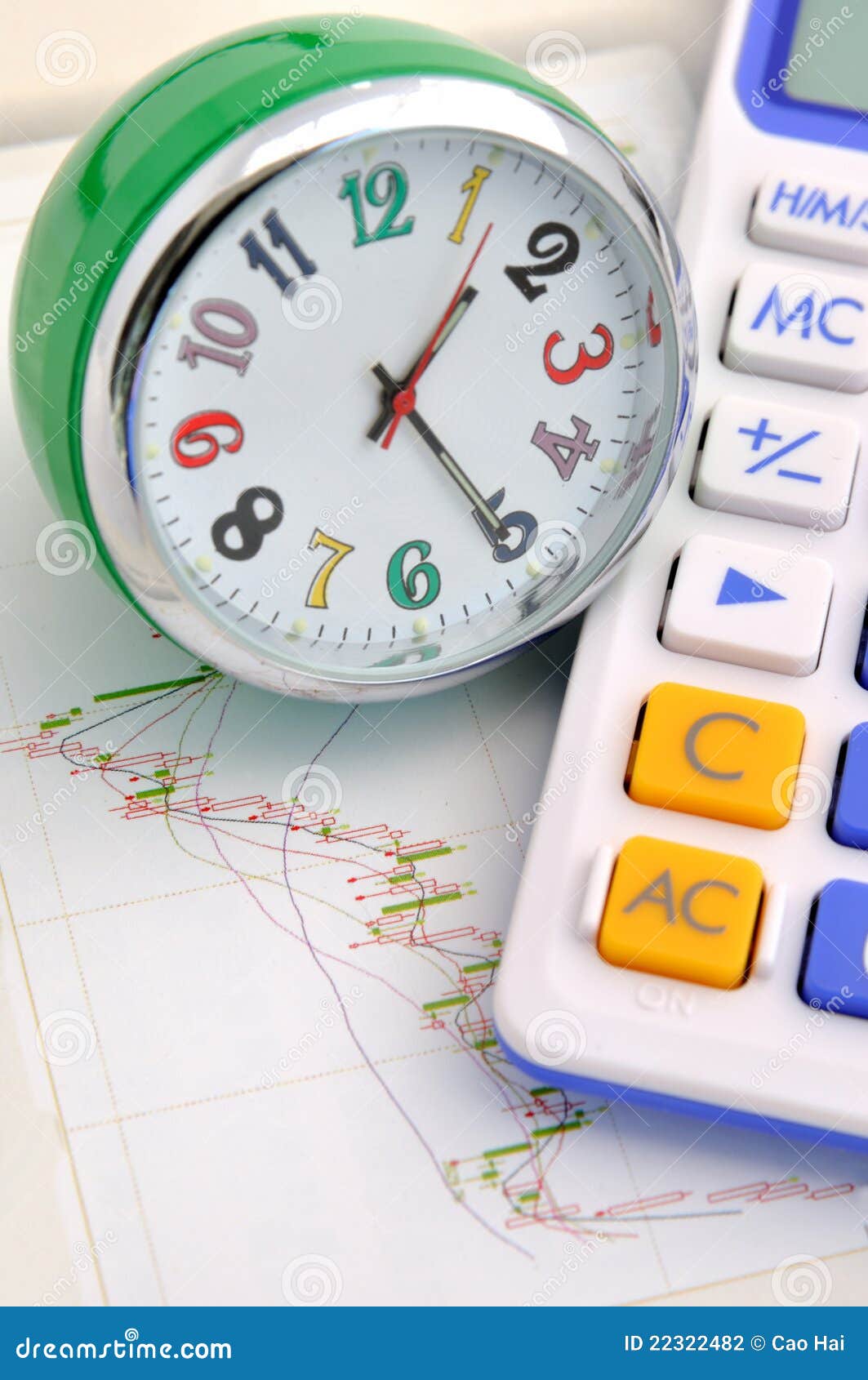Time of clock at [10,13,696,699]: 1:25
